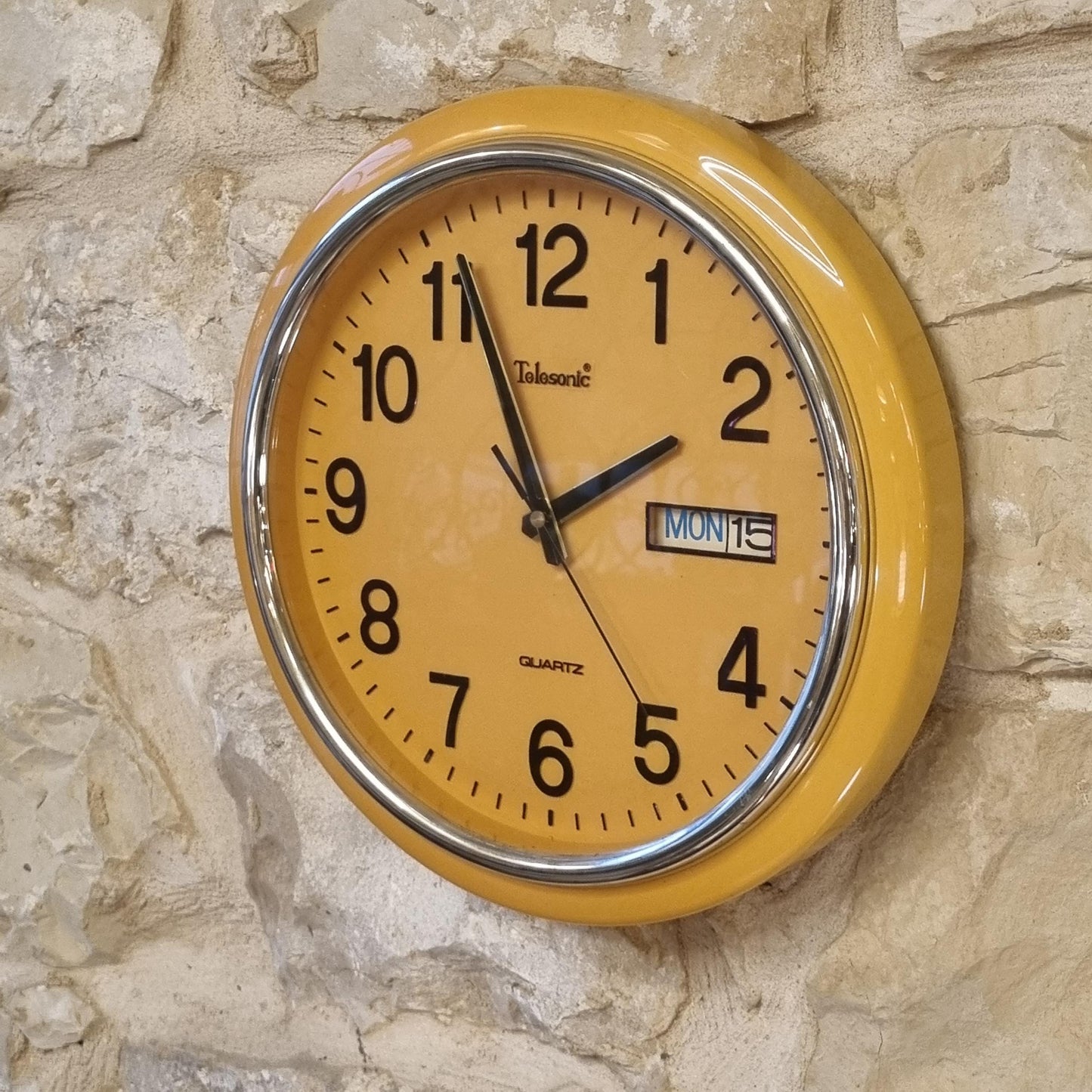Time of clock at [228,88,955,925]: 1:56
